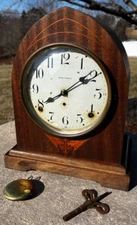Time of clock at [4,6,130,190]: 8:09
